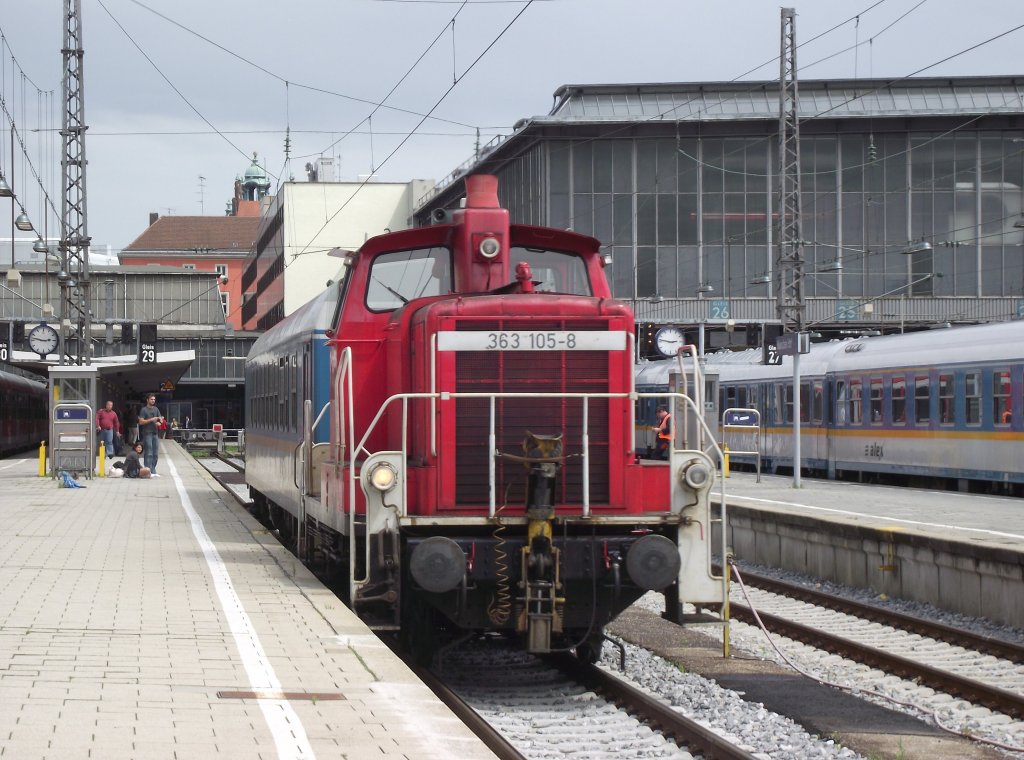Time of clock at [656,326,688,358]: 2:46
